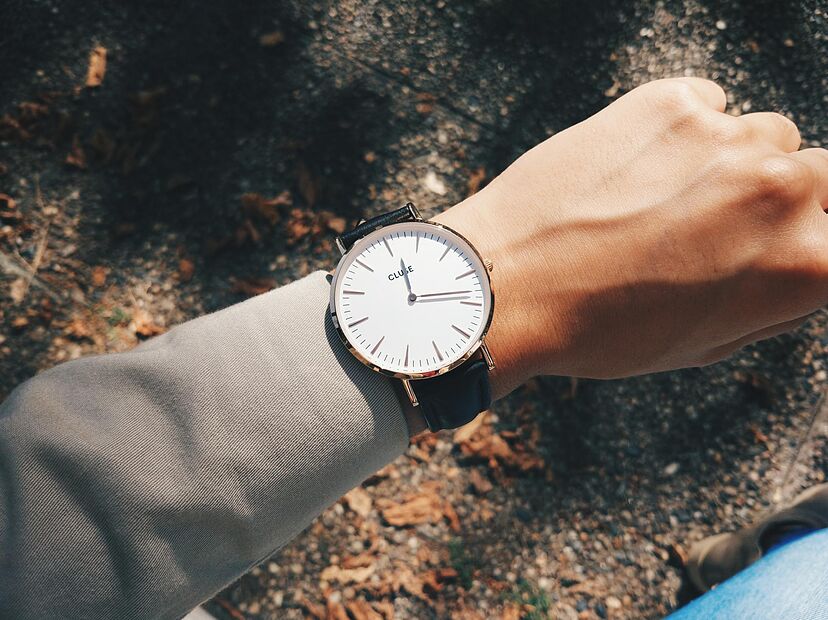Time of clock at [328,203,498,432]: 11:13
